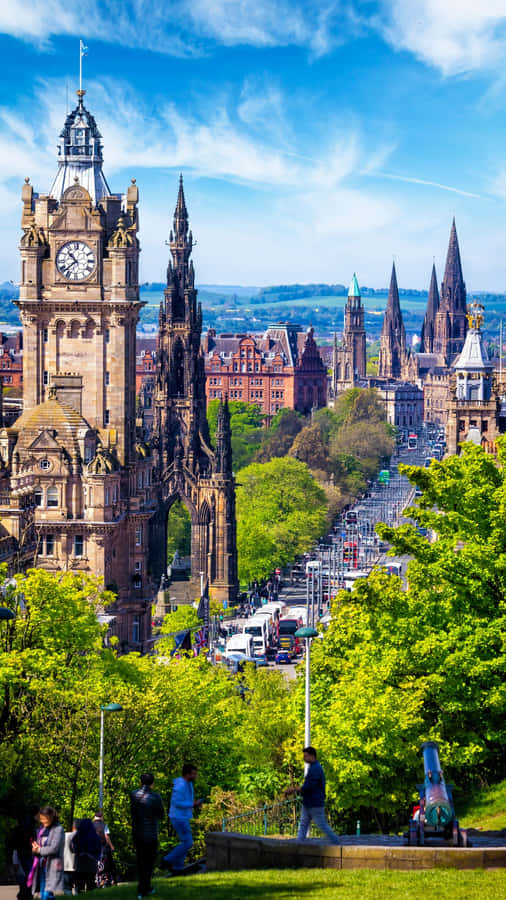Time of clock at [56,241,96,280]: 10:37
